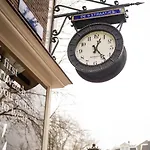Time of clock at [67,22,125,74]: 12:23
